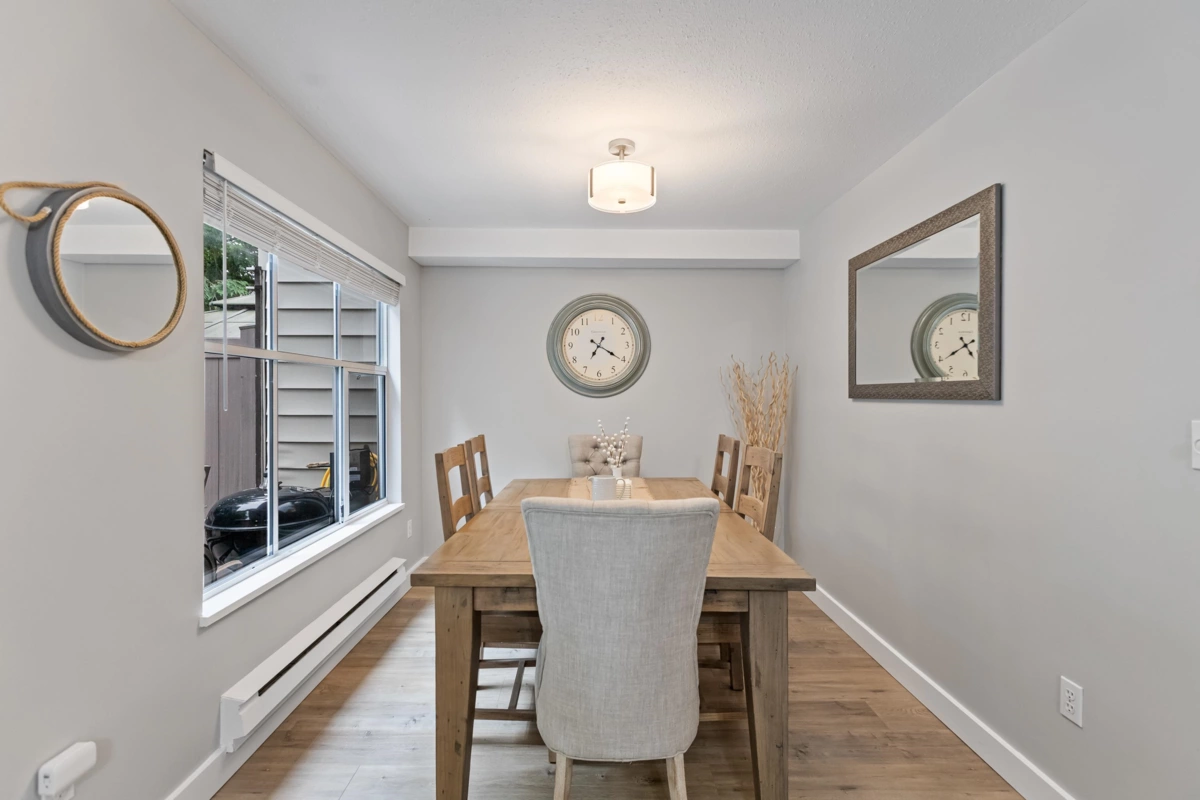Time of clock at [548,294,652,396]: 7:20
